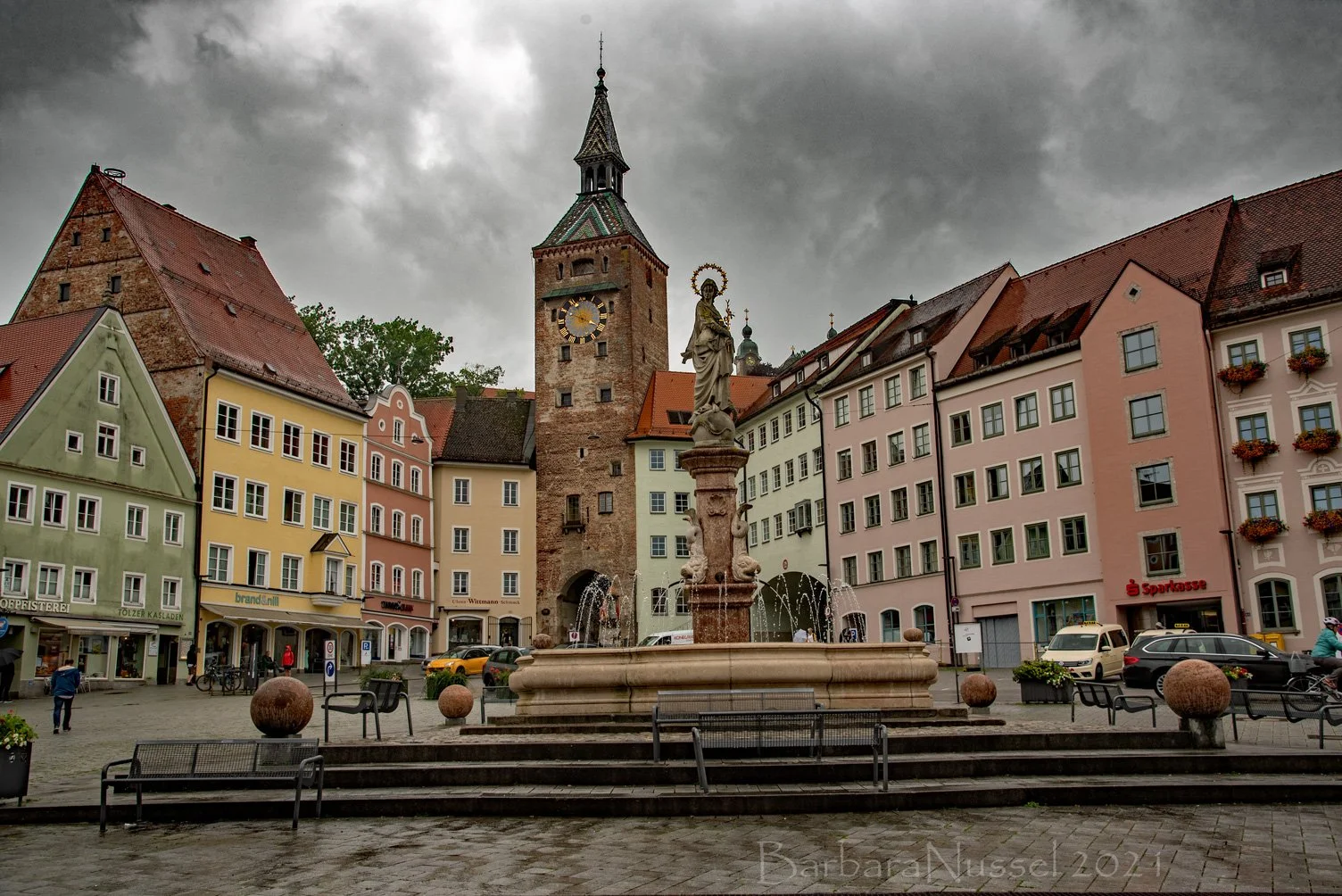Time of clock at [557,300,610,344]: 3:48
